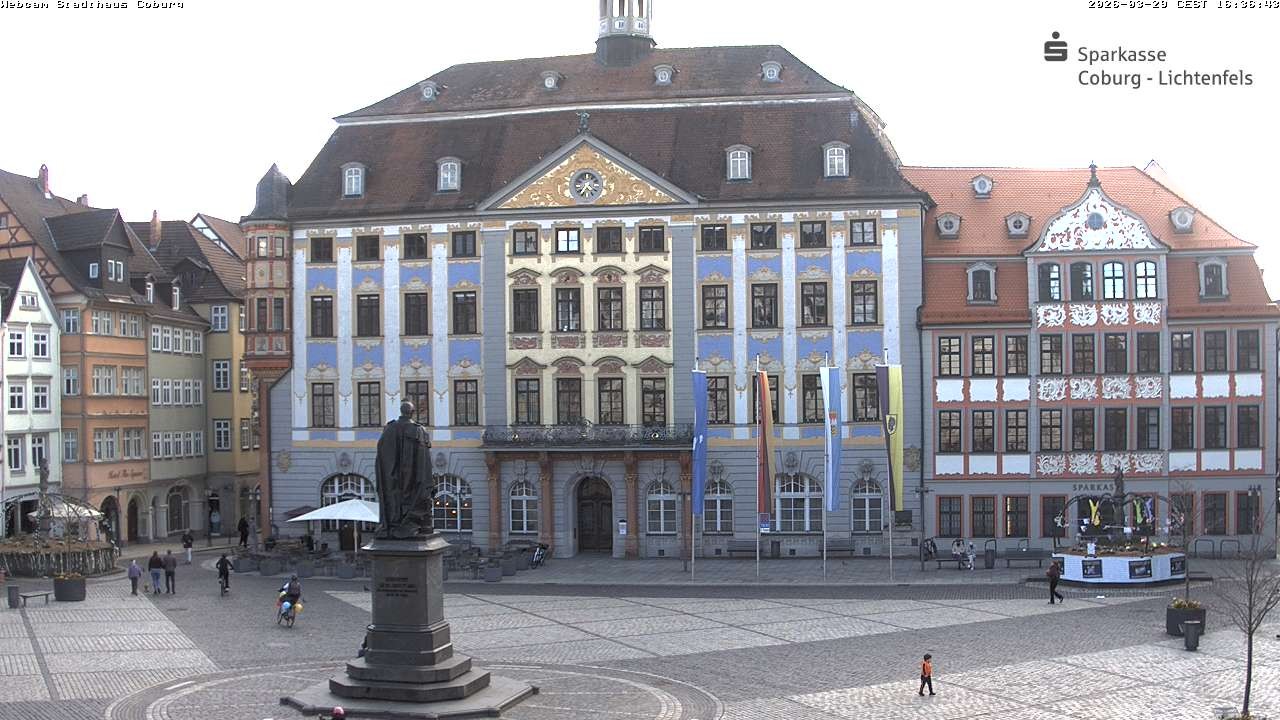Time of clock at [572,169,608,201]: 4:35
